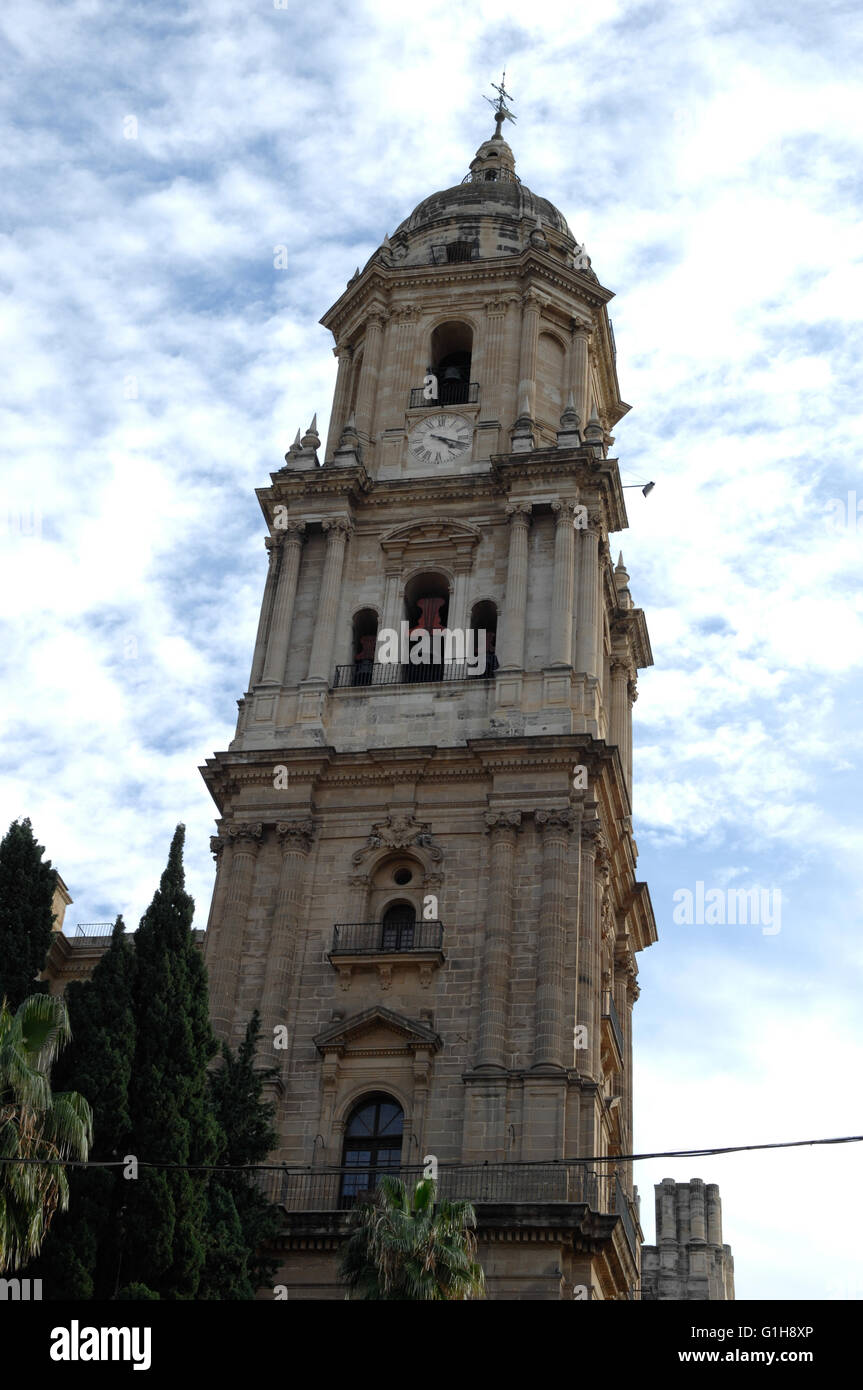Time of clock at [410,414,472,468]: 4:18
